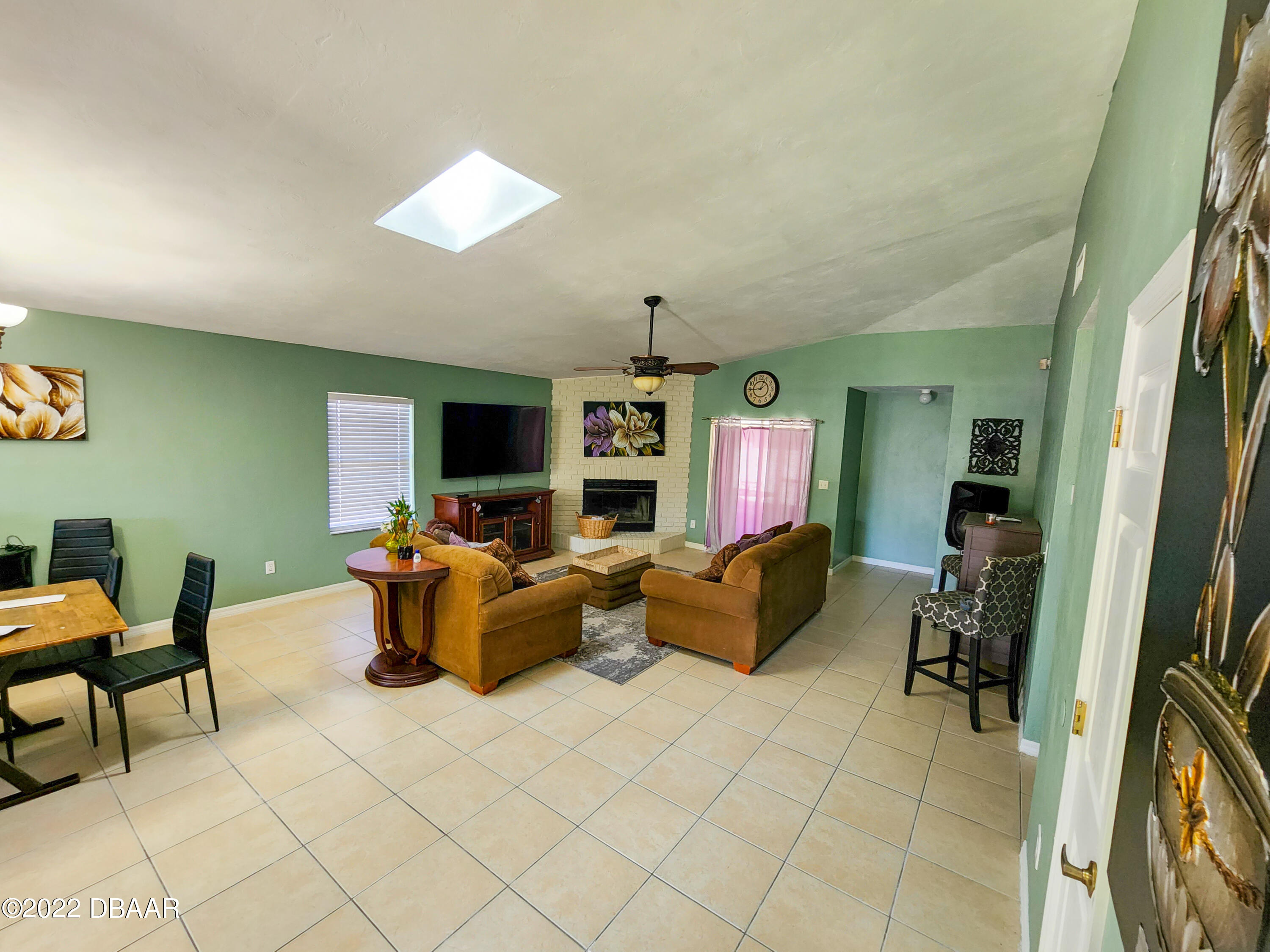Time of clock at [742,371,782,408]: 12:44
